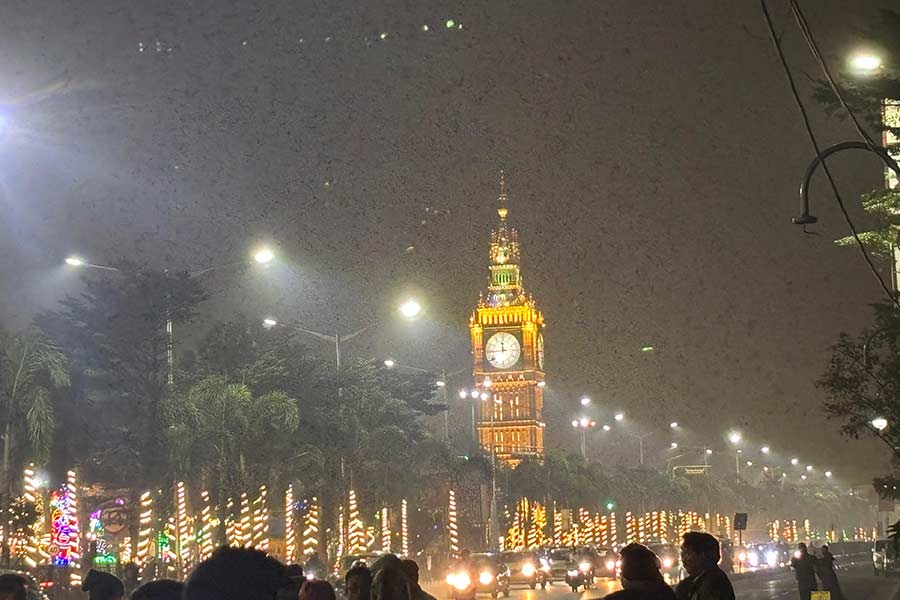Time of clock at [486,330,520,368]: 11:44
